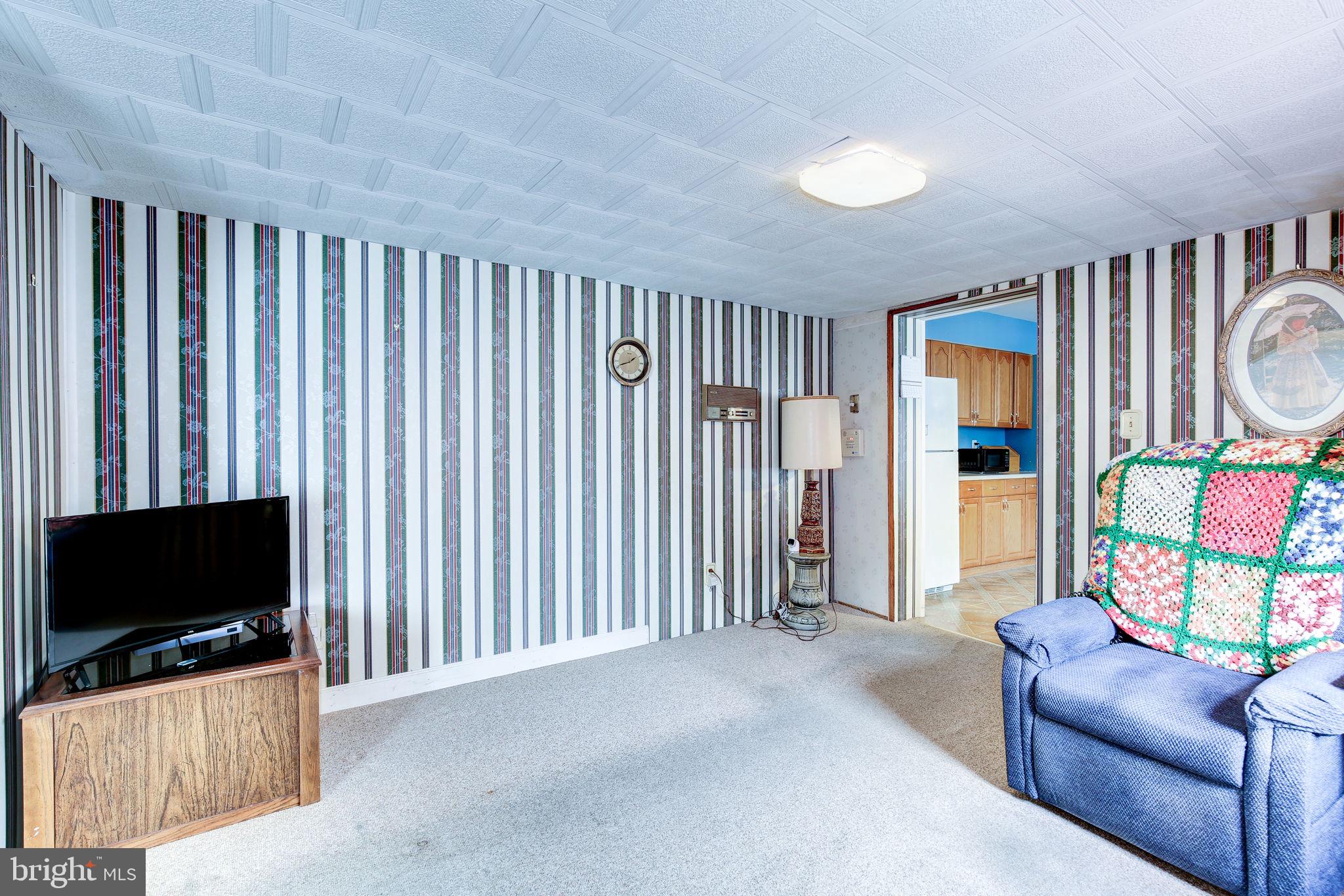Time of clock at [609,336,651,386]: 1:41
